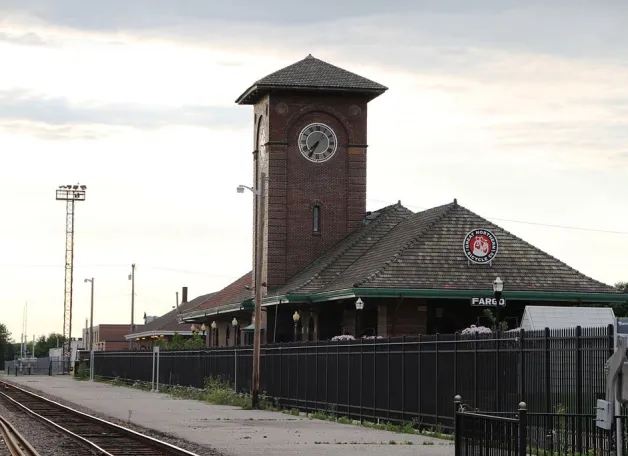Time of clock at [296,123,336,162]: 7:34
